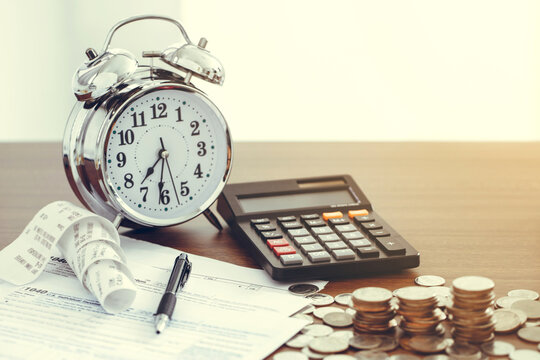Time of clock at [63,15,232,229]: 7:31
